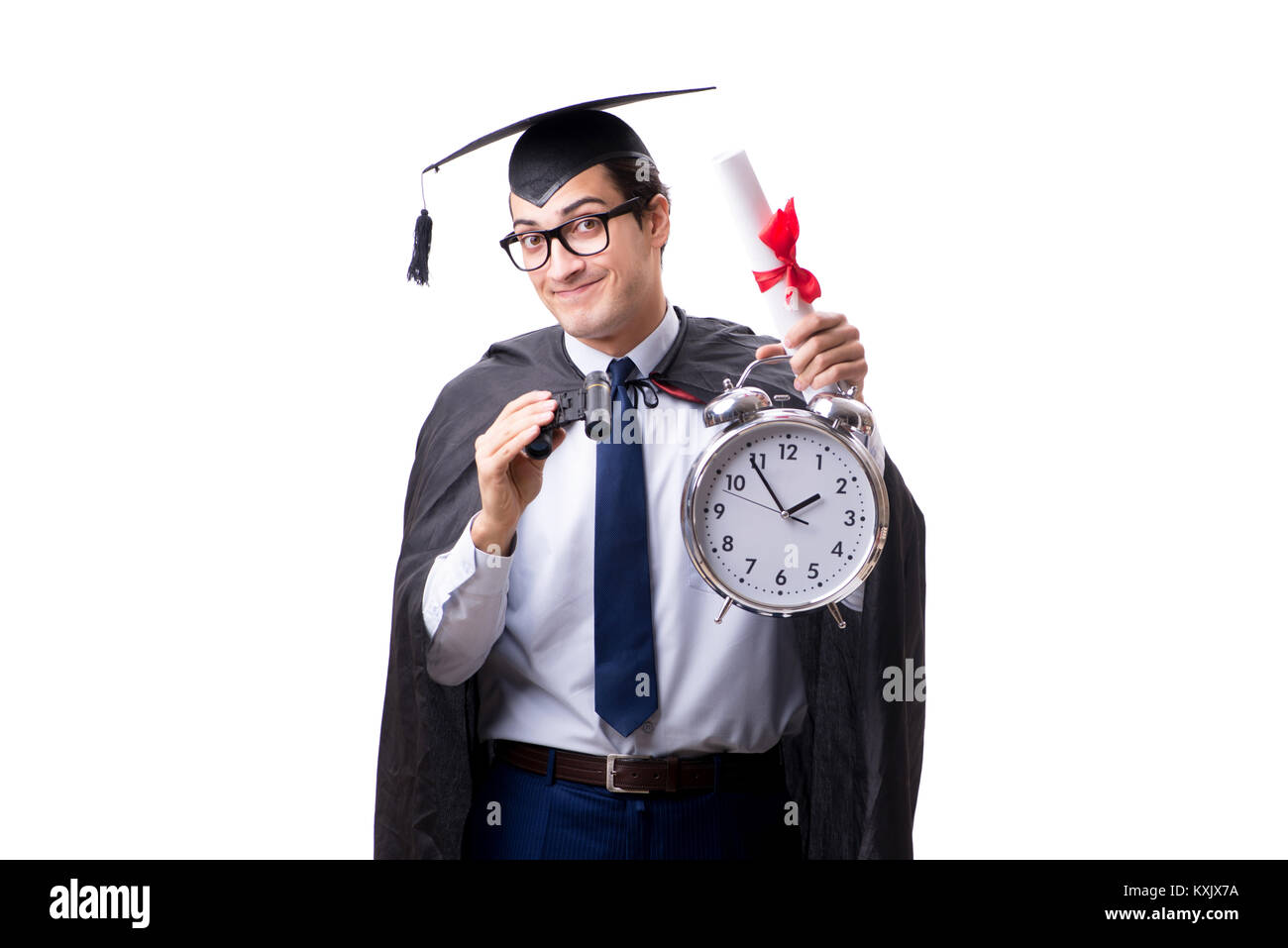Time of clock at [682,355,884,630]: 1:54
